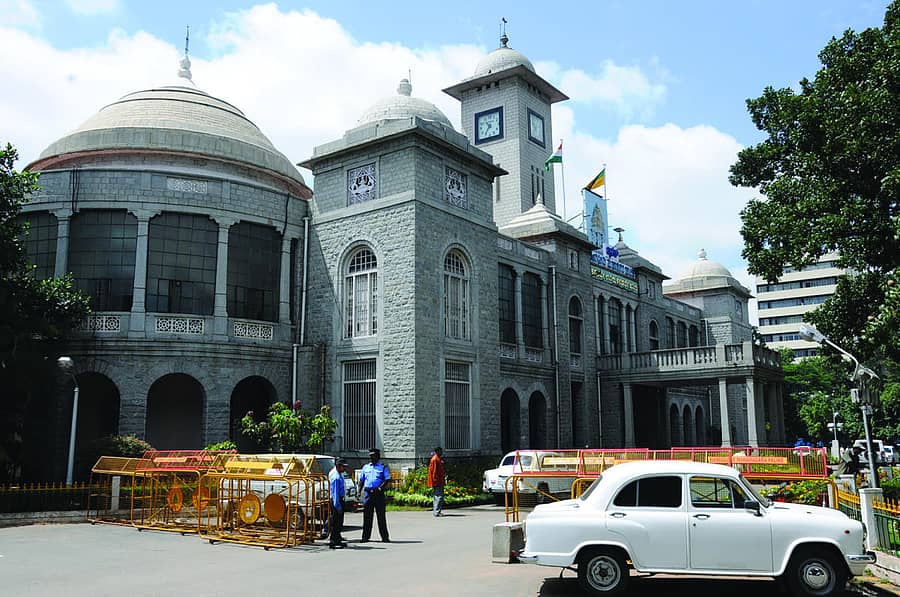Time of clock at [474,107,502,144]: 10:36
